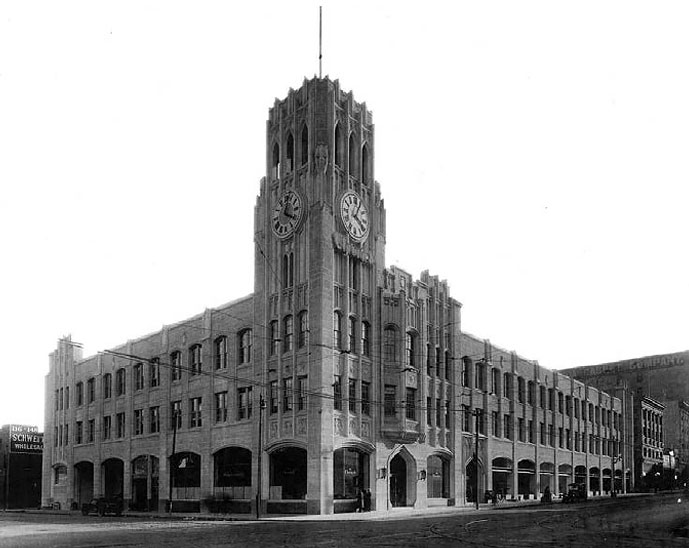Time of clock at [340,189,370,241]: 4:04
